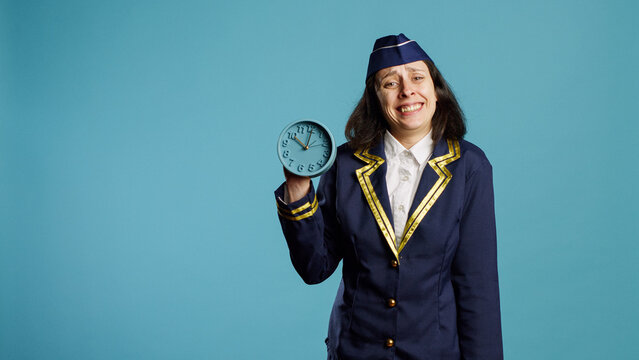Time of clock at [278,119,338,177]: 10:00
